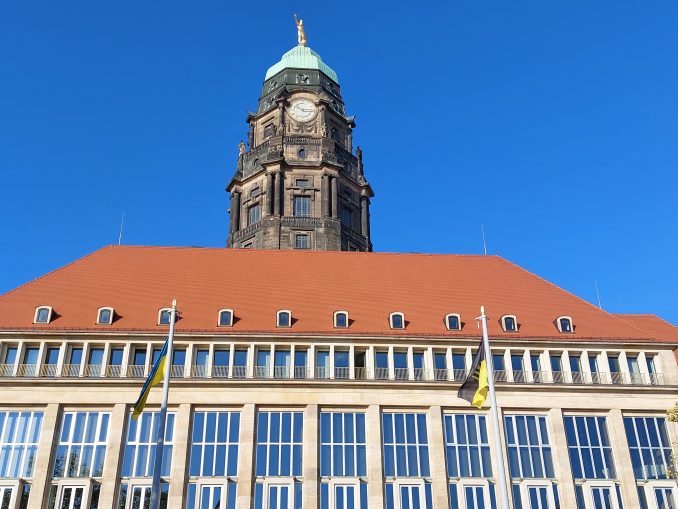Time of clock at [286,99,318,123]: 10:15
